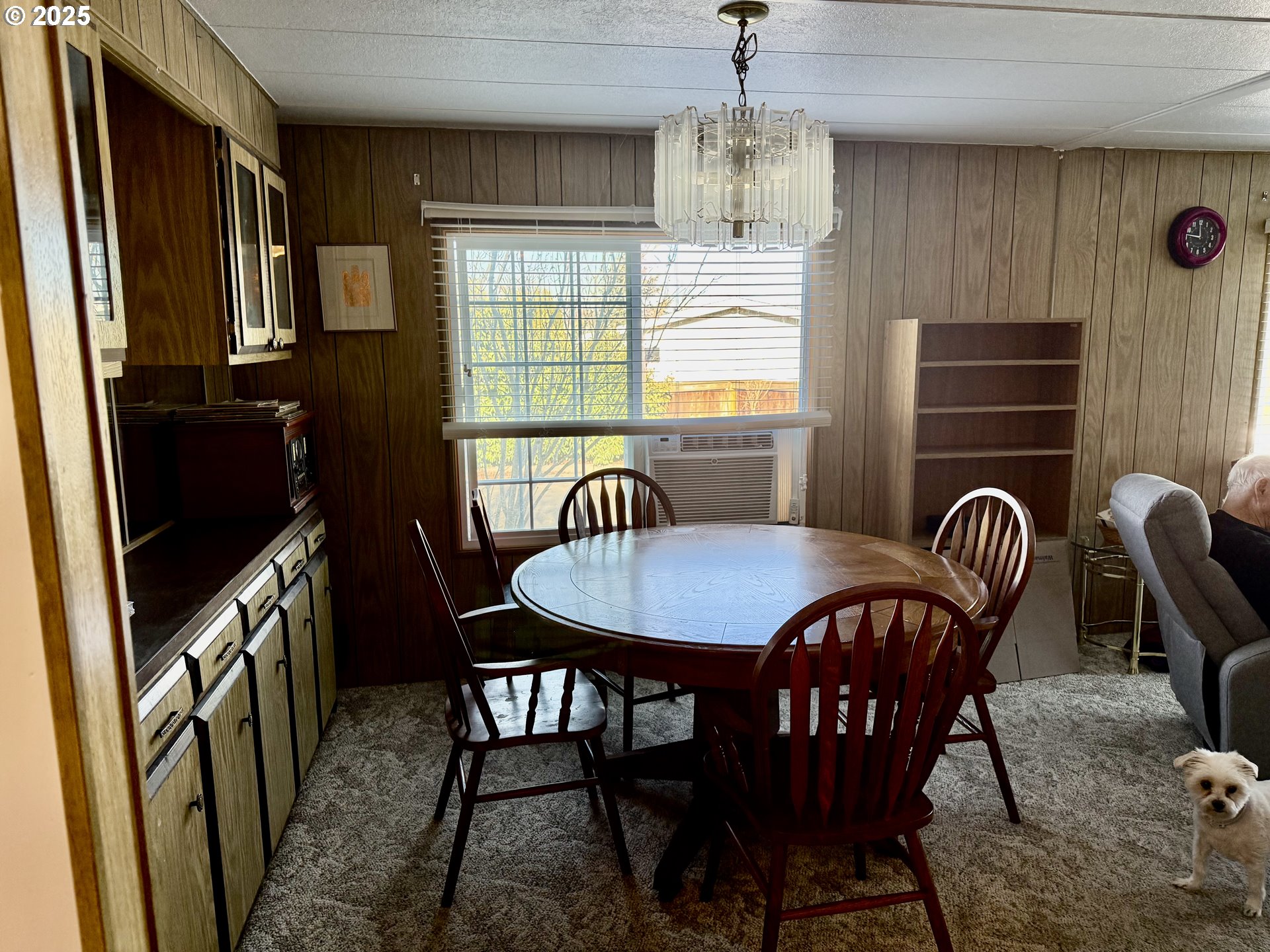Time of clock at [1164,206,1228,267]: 11:46
